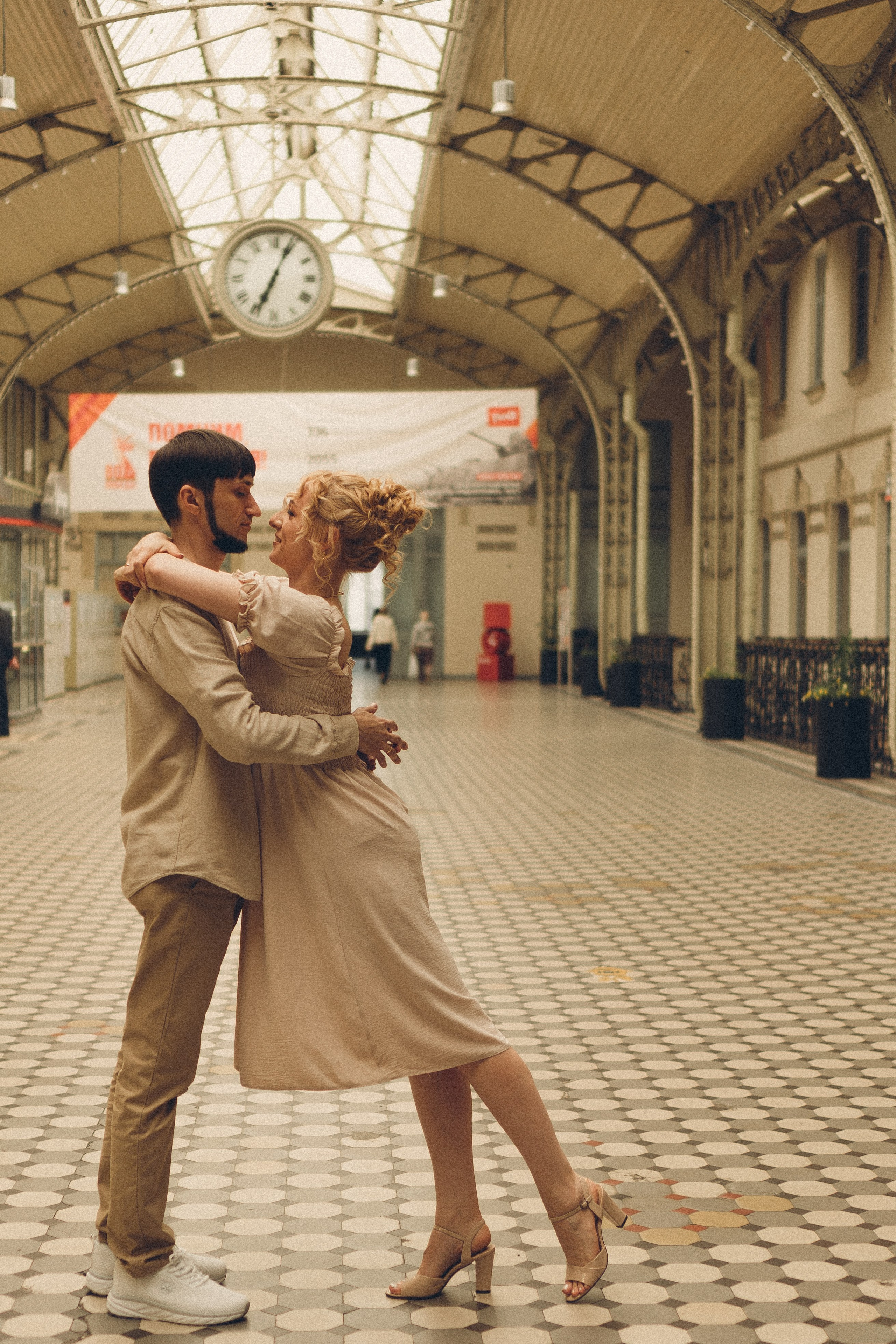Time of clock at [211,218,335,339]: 7:04
